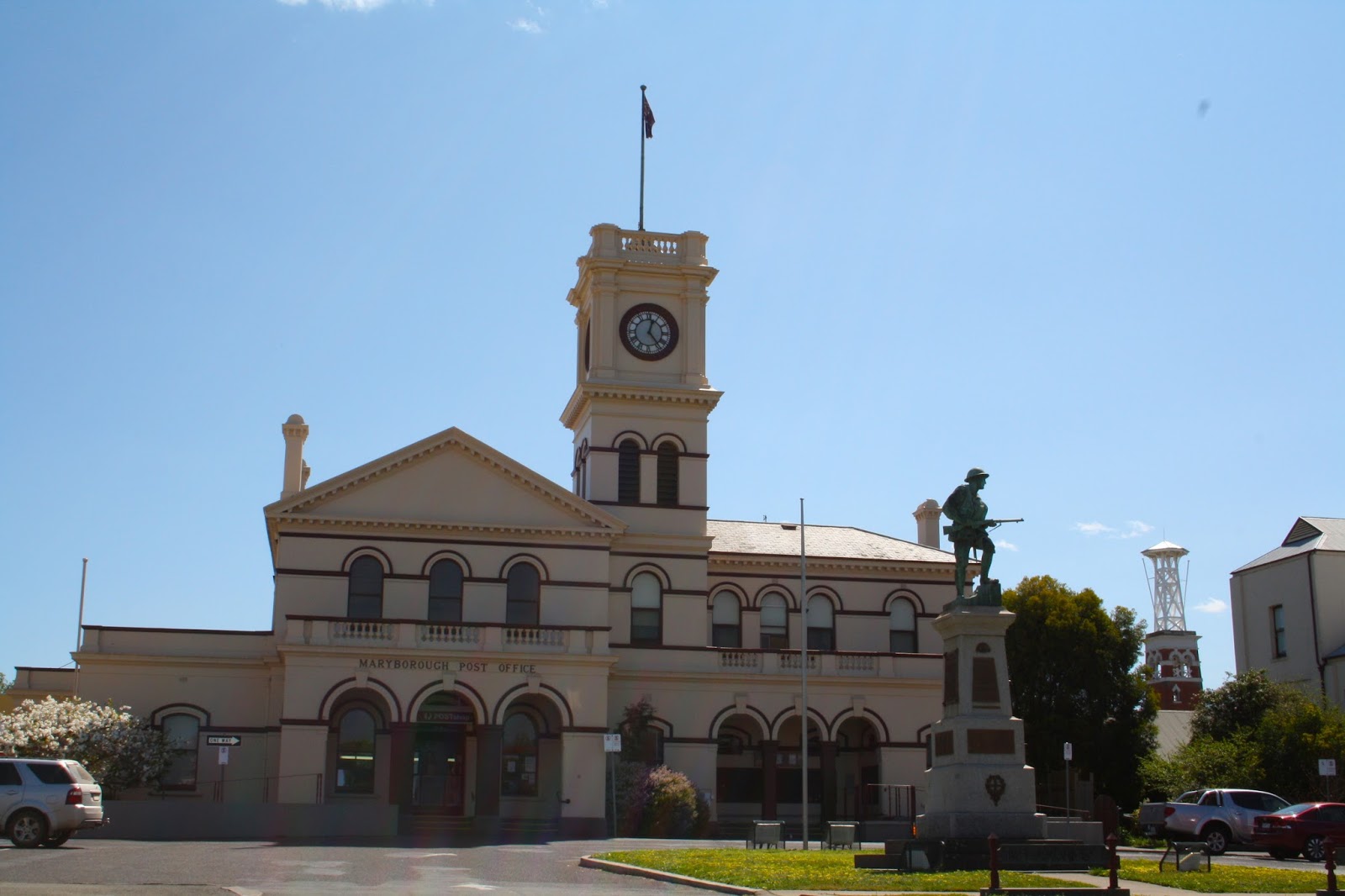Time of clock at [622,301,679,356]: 12:23
